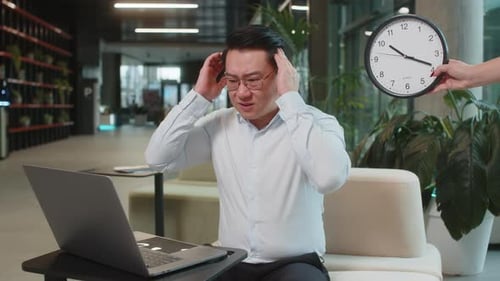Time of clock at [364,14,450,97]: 10:18
